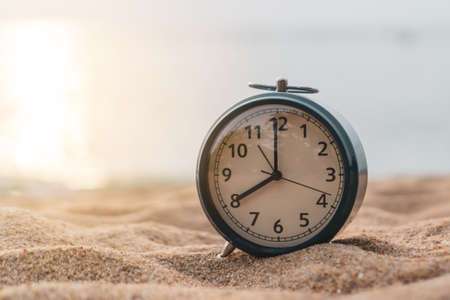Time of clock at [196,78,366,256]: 7:59
